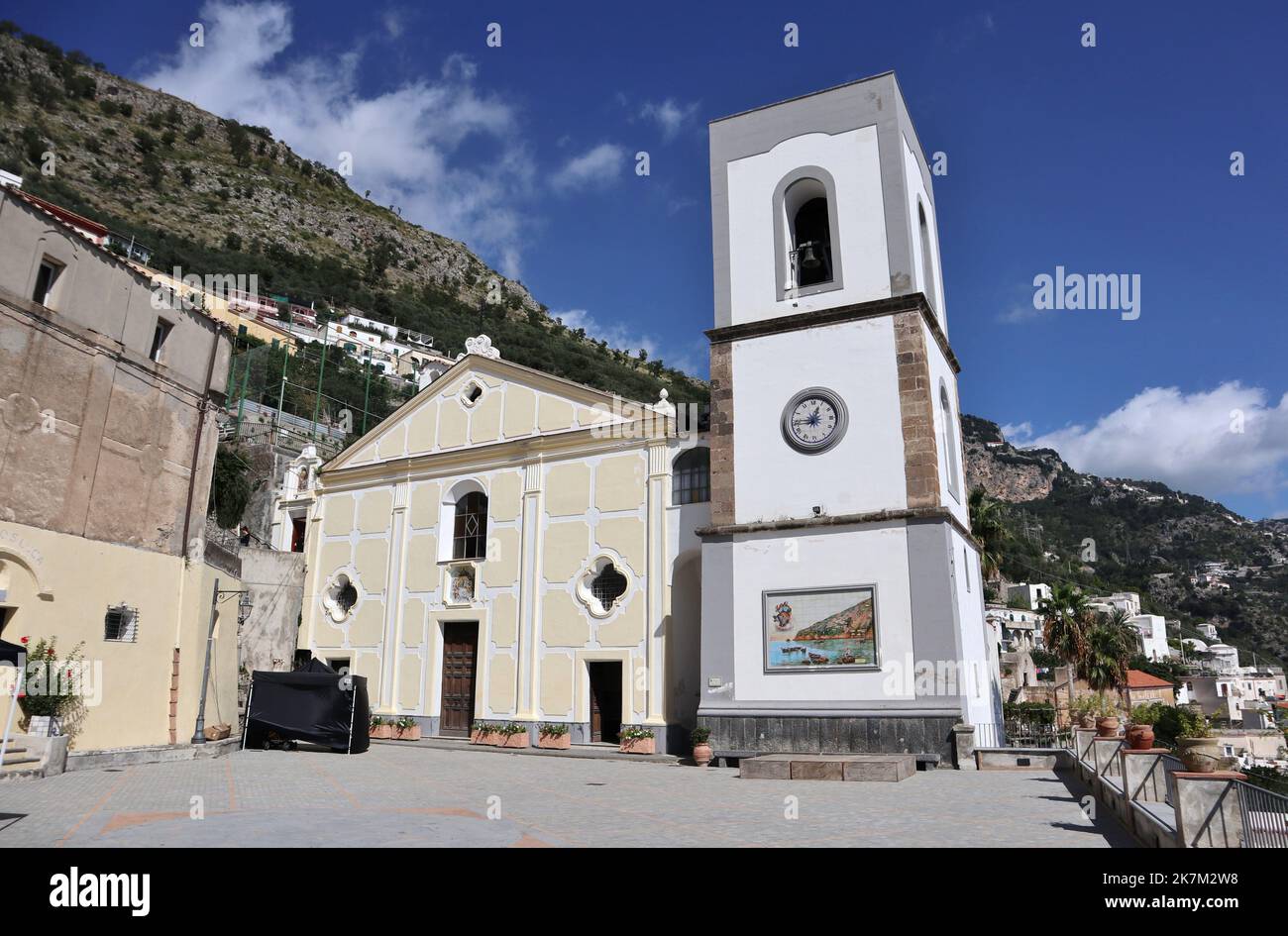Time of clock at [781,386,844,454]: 12:45
